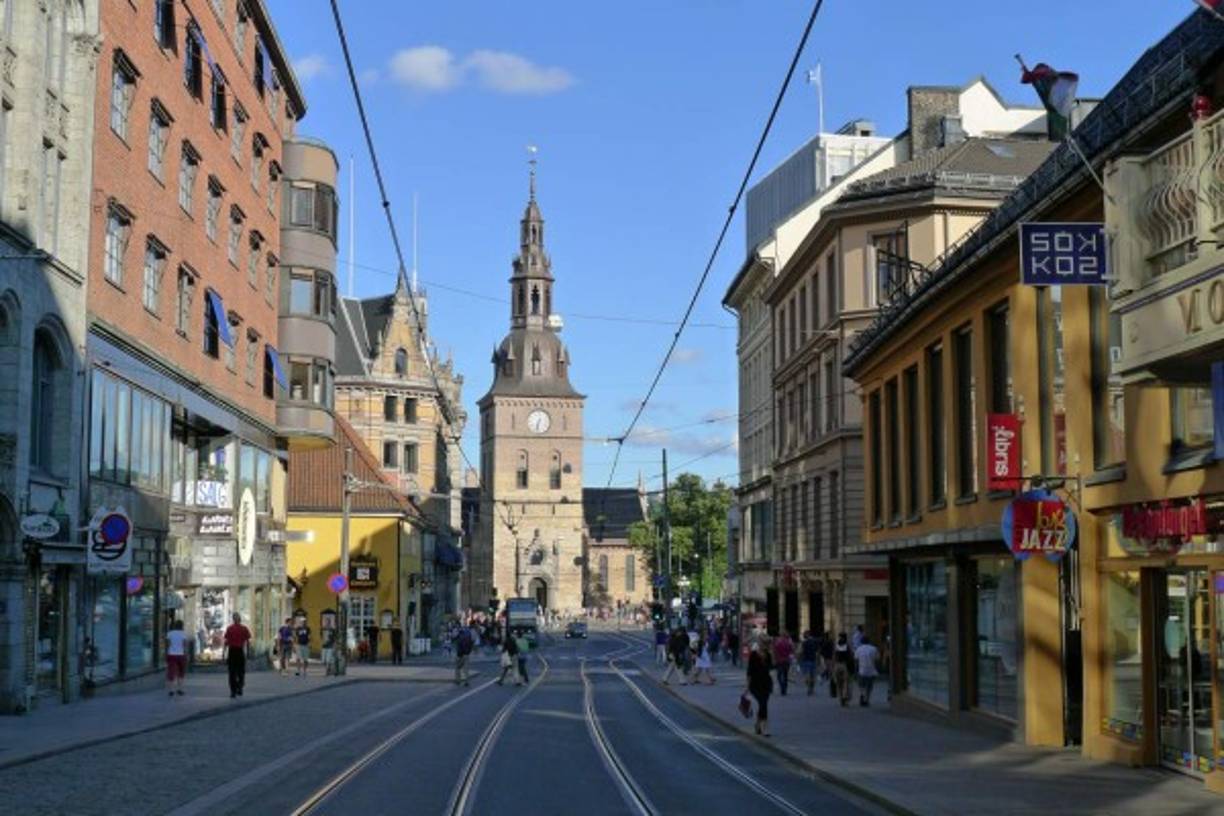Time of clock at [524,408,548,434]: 6:32
